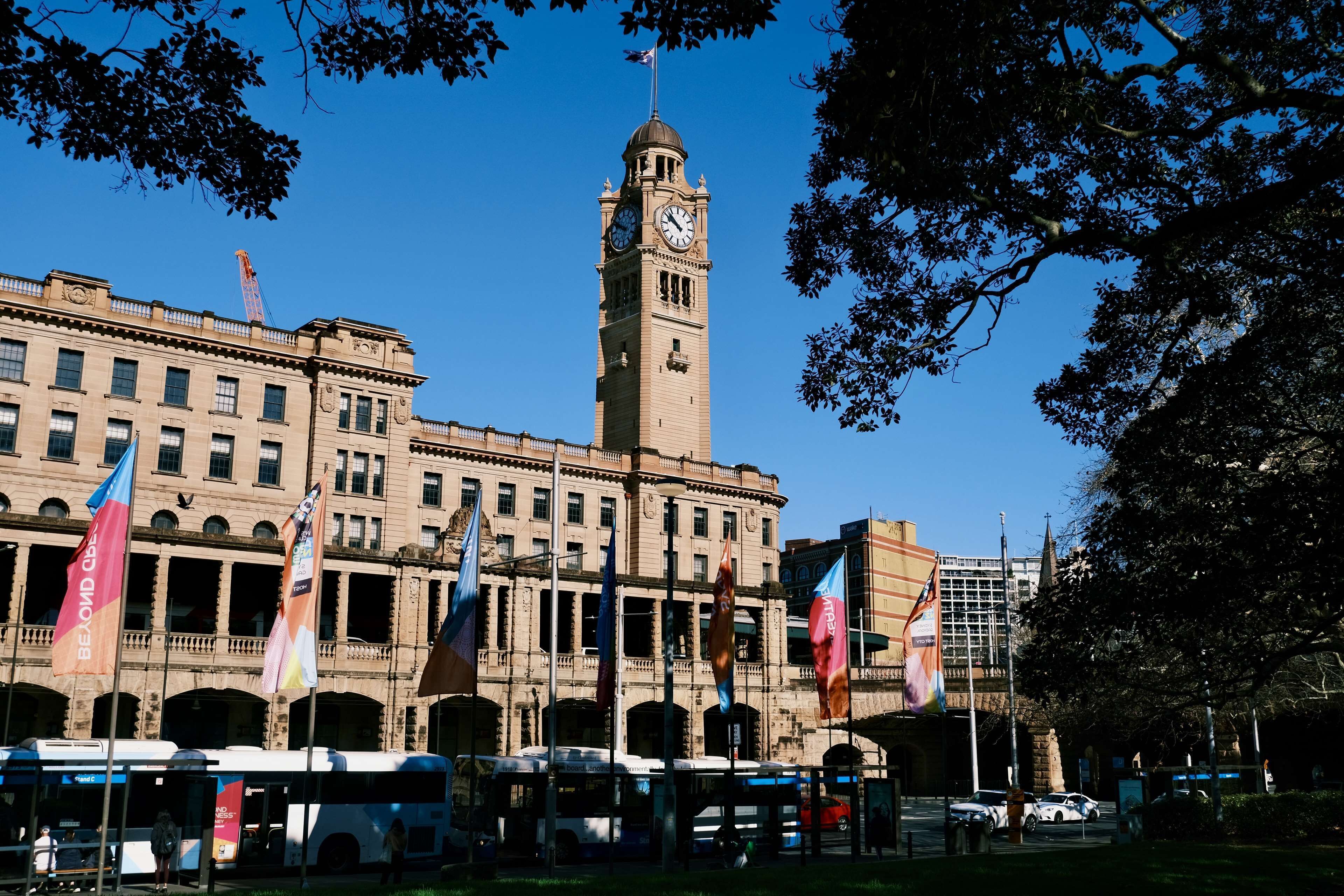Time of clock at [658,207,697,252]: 9:51
